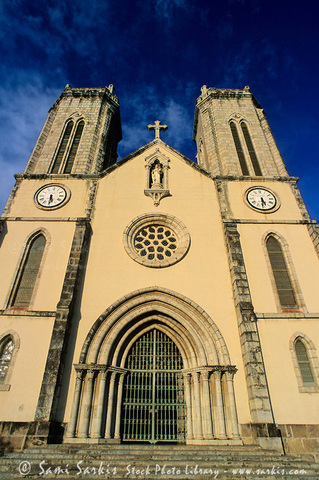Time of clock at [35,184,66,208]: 5:30
